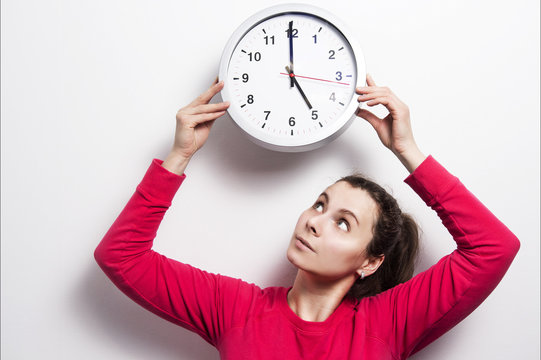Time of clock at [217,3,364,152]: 4:59
